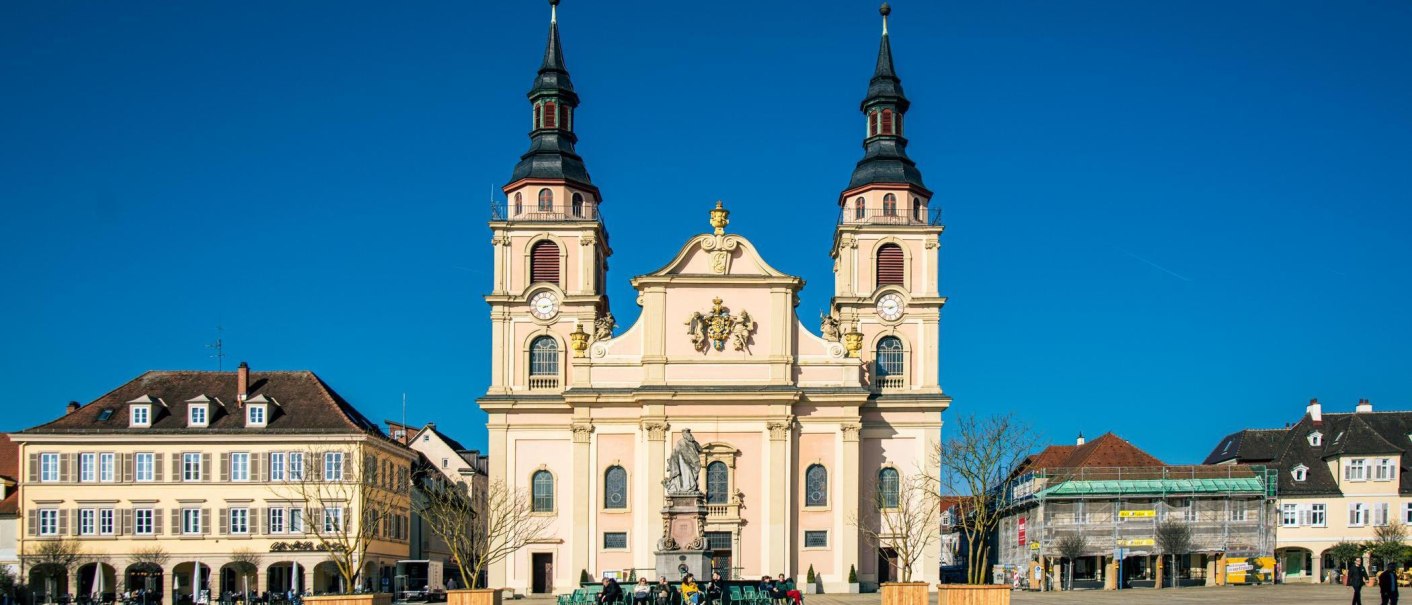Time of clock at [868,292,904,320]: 9:12
